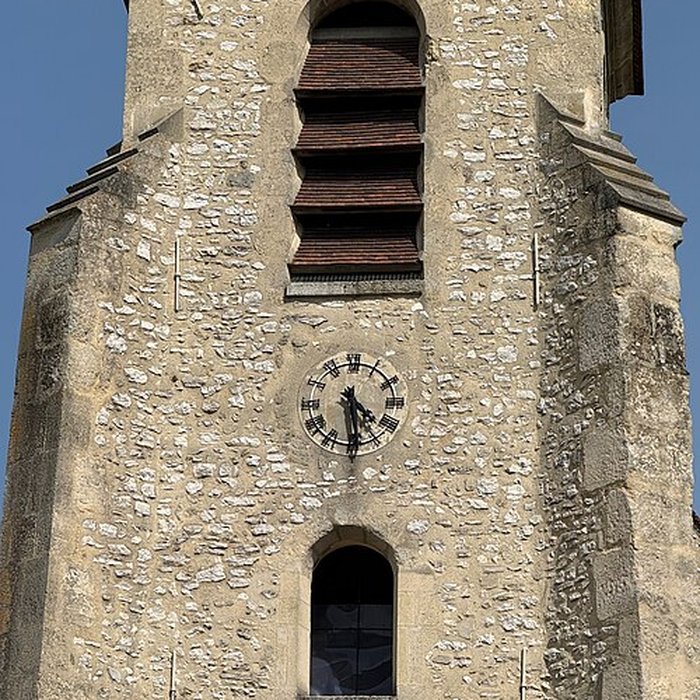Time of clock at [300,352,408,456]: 4:28
